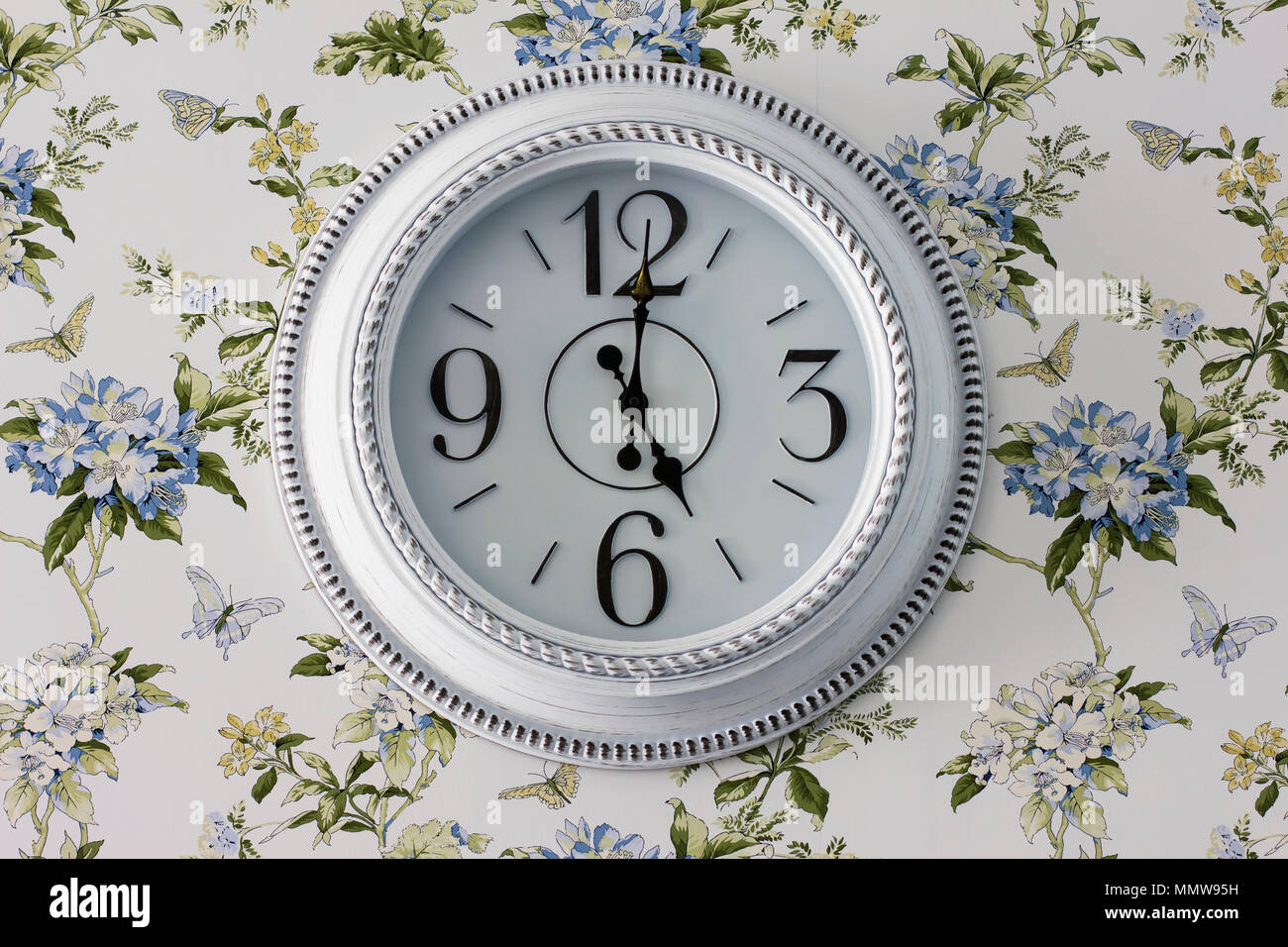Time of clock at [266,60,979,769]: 5:00
